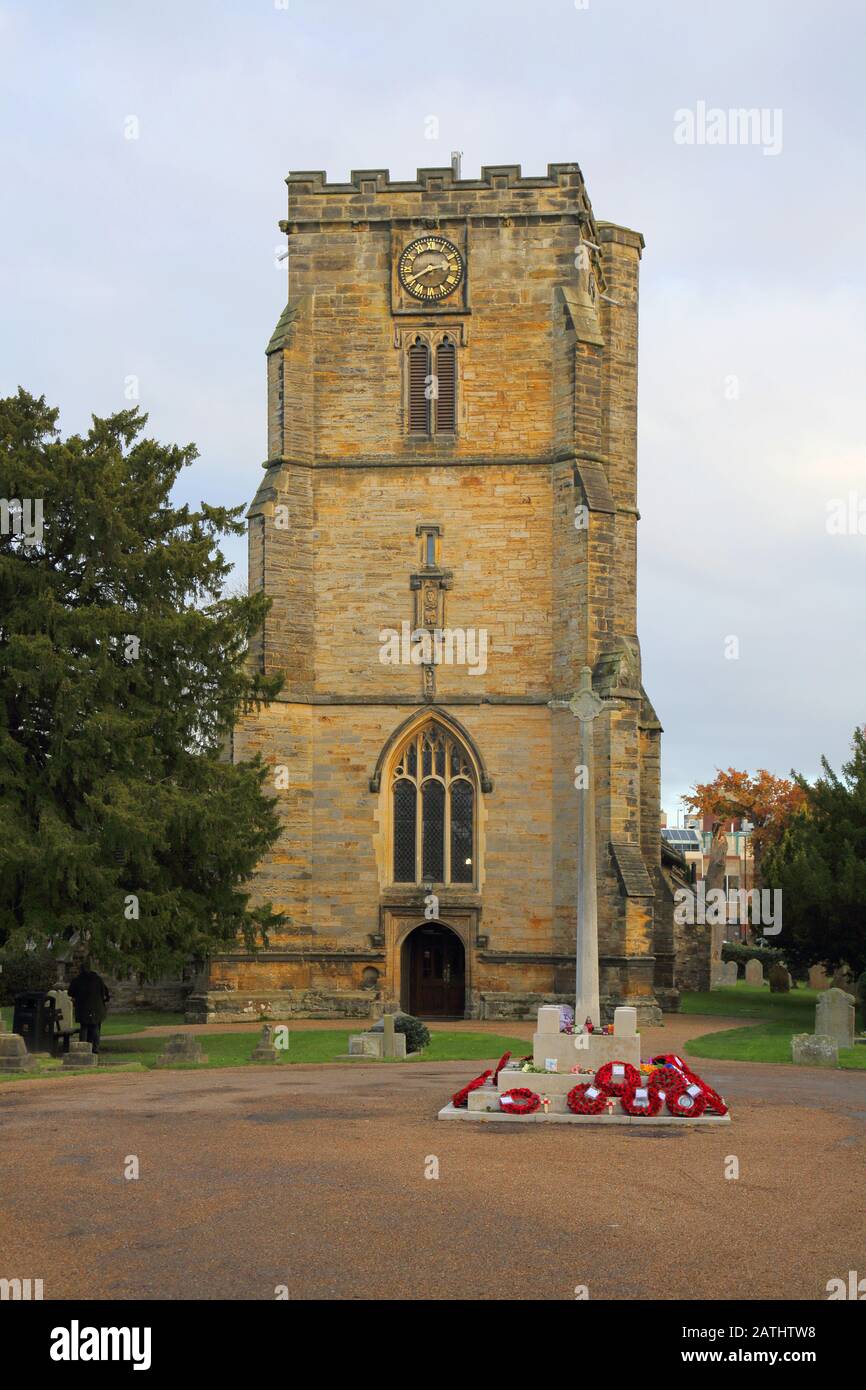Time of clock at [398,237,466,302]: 2:40
